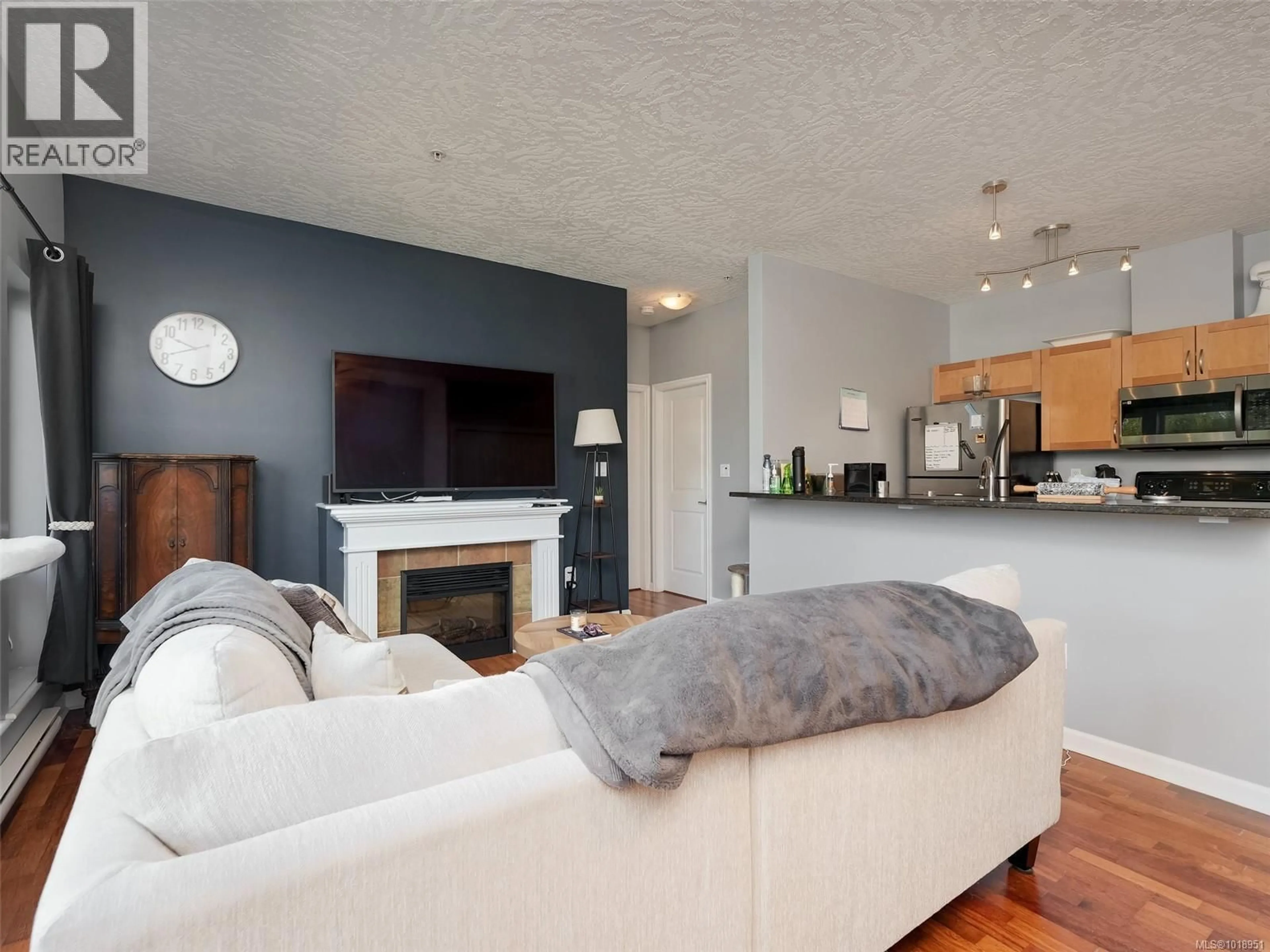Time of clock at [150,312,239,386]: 9:41
